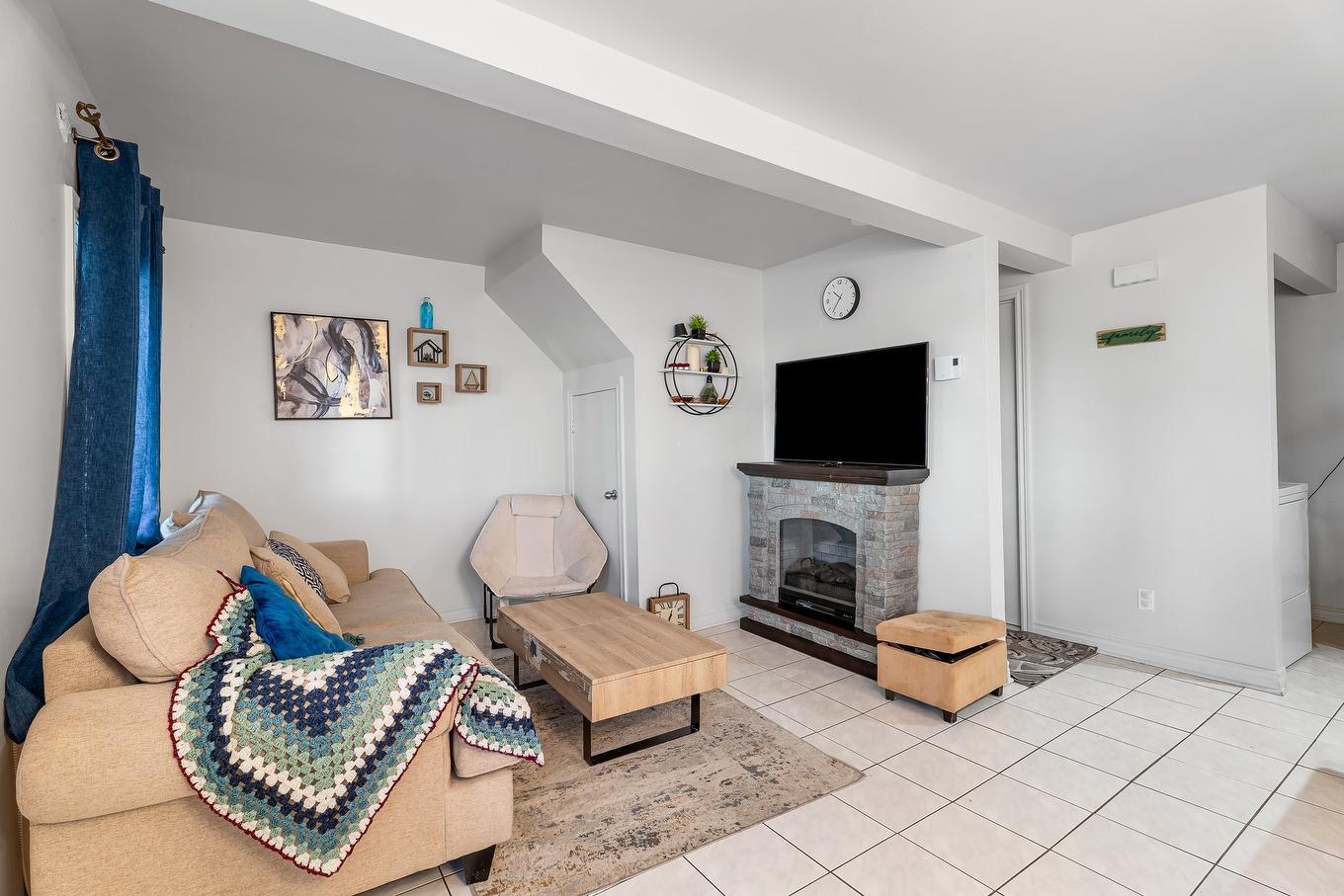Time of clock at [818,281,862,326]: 10:36
